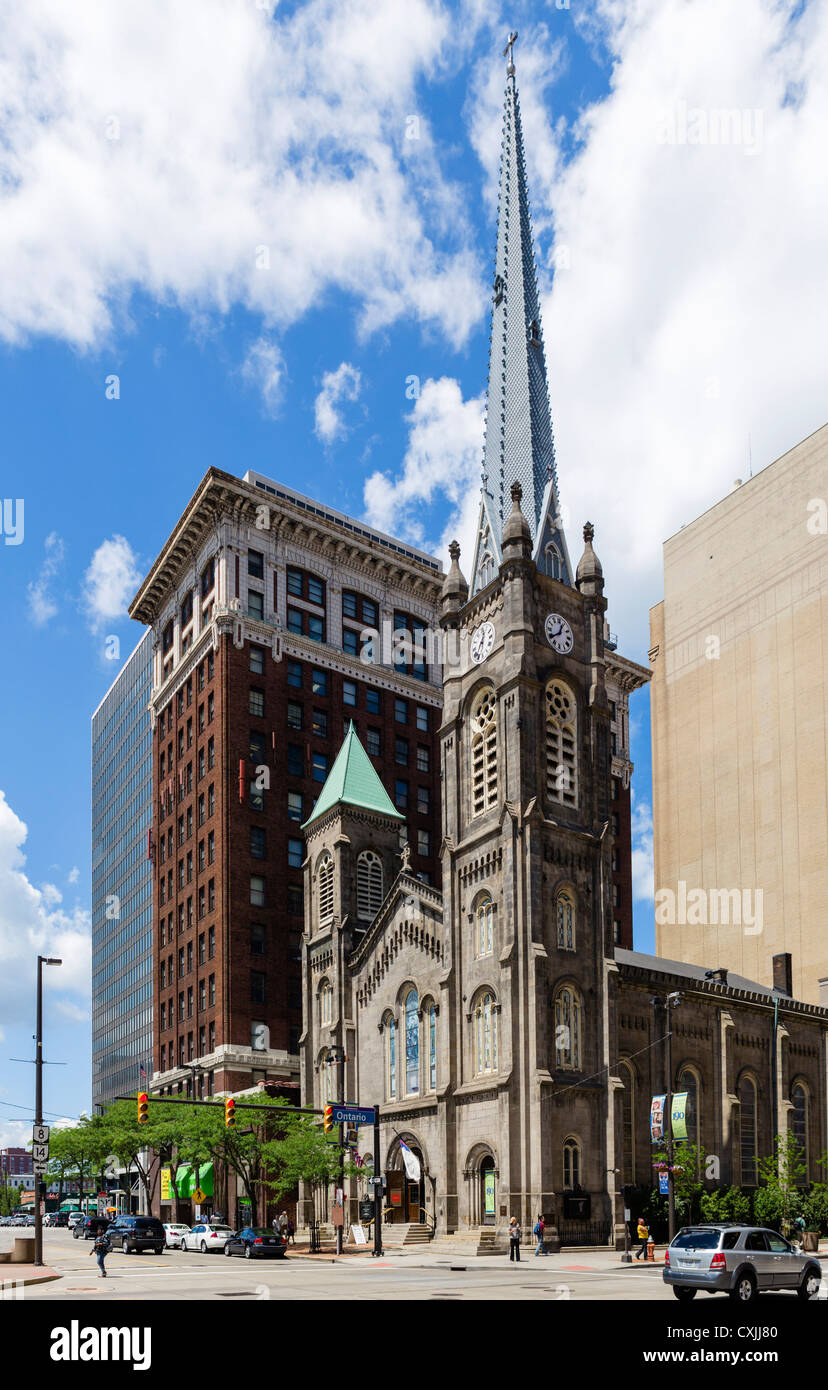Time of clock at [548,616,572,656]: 12:39
